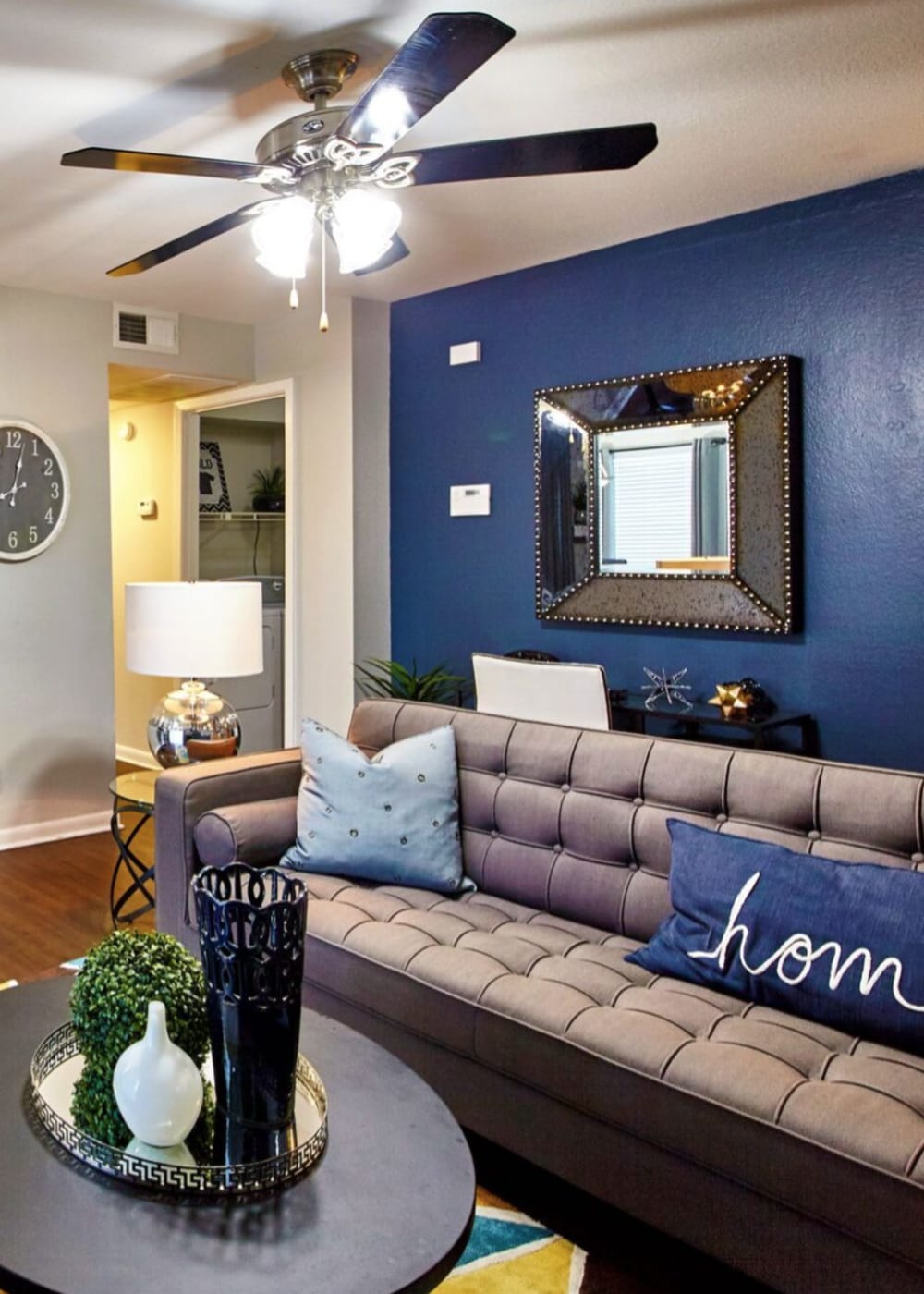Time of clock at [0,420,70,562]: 8:02
